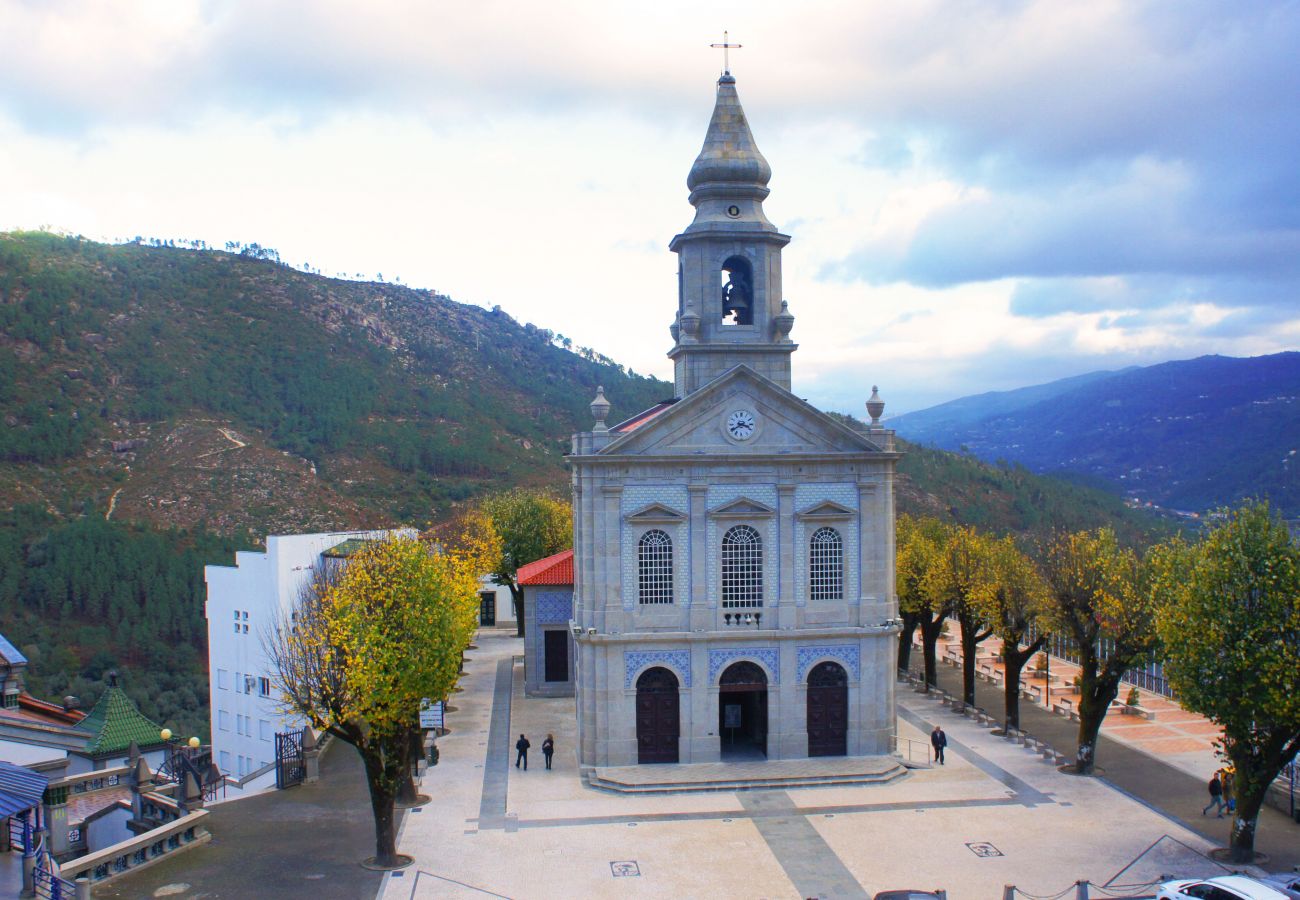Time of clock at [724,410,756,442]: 3:39
